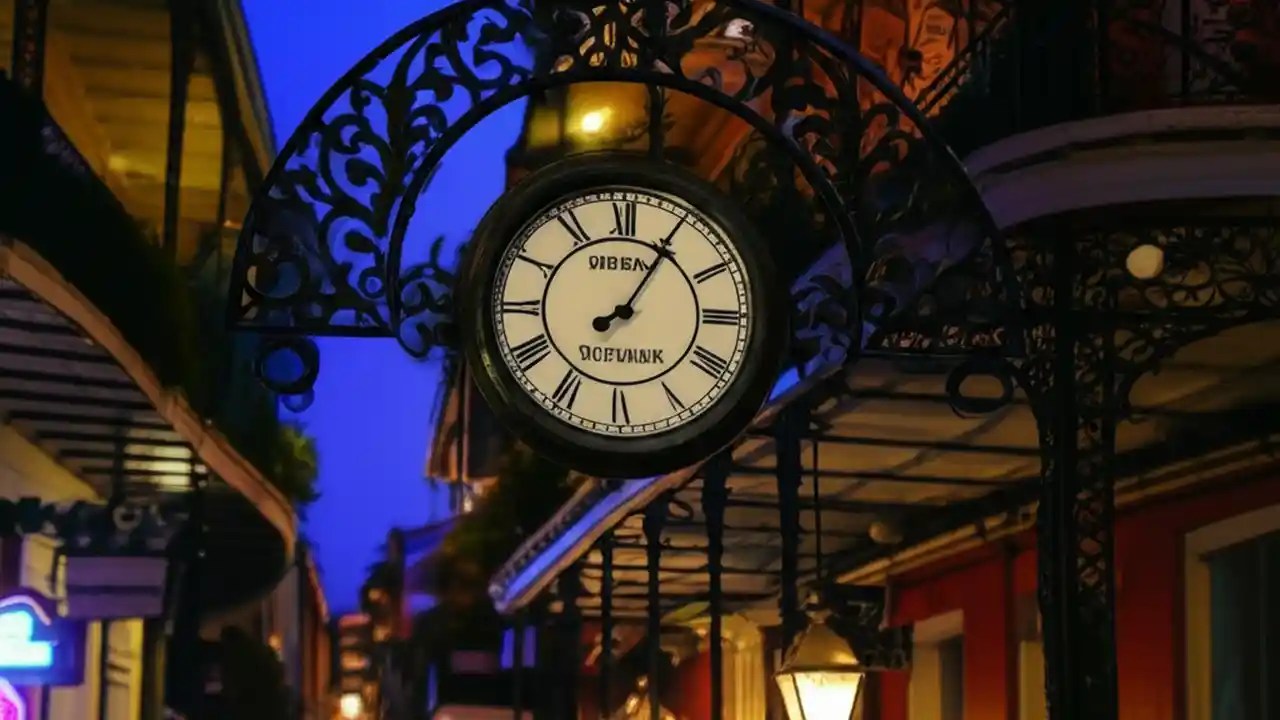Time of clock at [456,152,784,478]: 8:05
